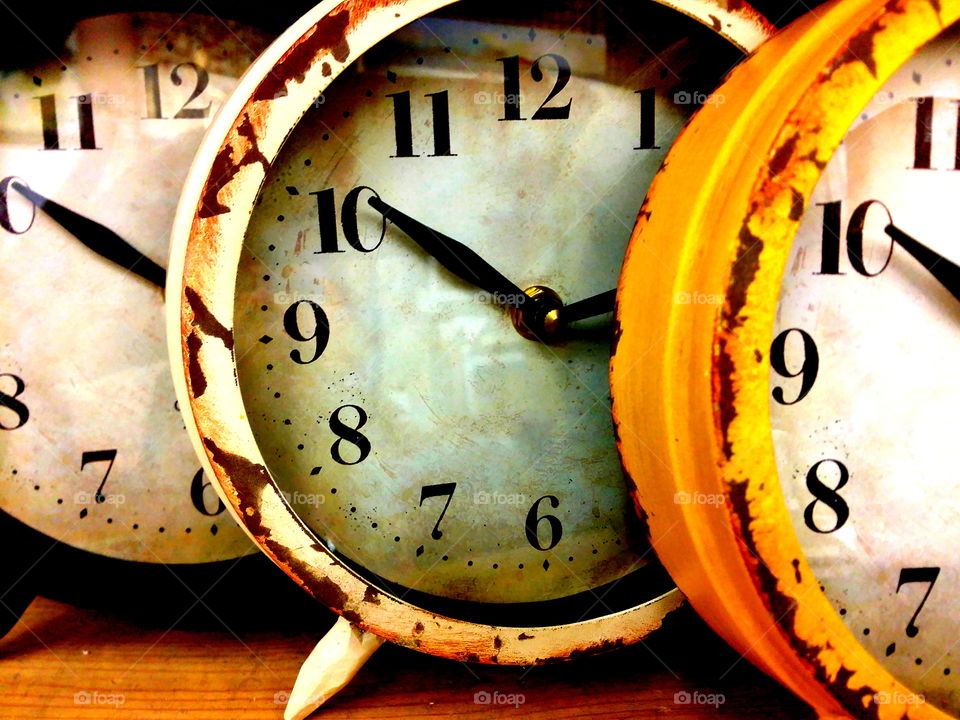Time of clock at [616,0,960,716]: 2:50
